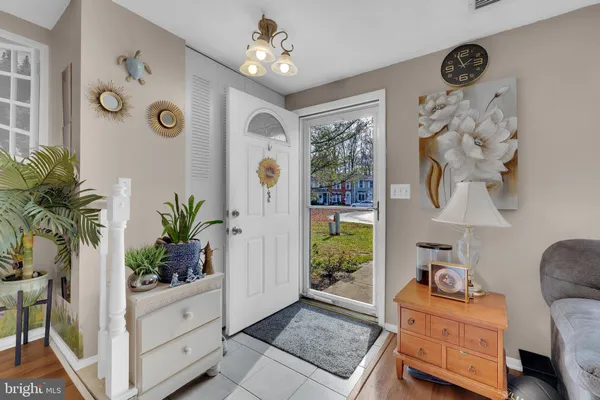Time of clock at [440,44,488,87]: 1:56
